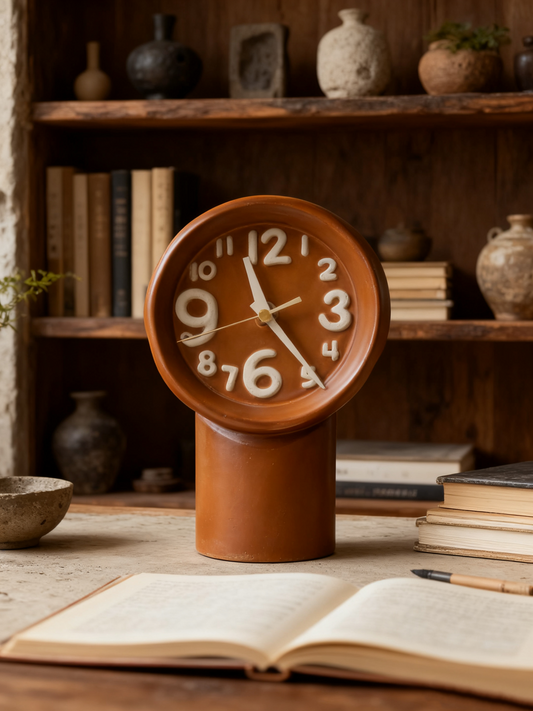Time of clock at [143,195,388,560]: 11:23
